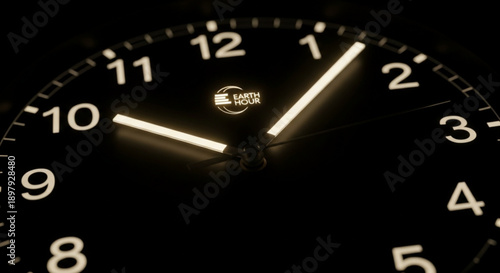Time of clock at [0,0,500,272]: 10:07
